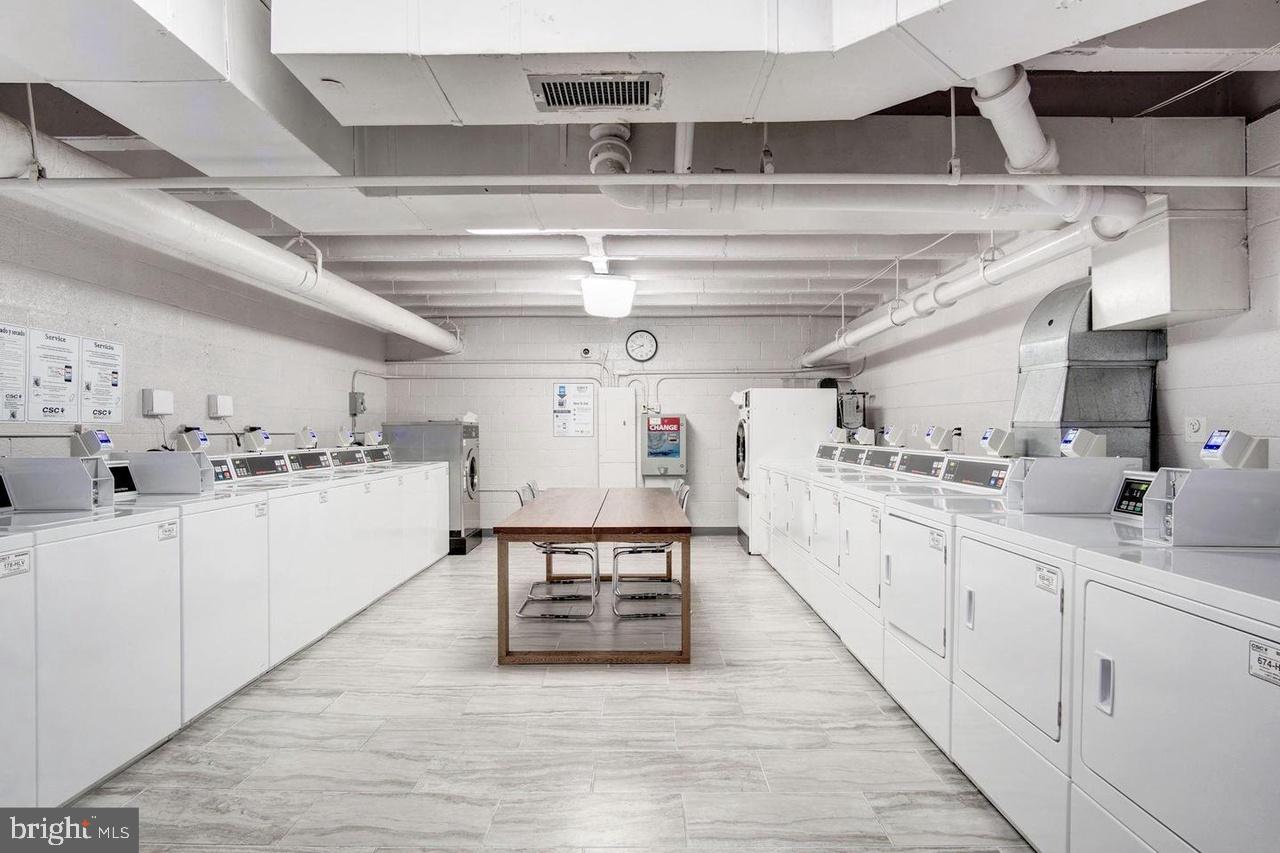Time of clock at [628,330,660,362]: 8:41
